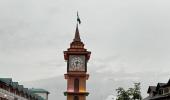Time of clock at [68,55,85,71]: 6:15
